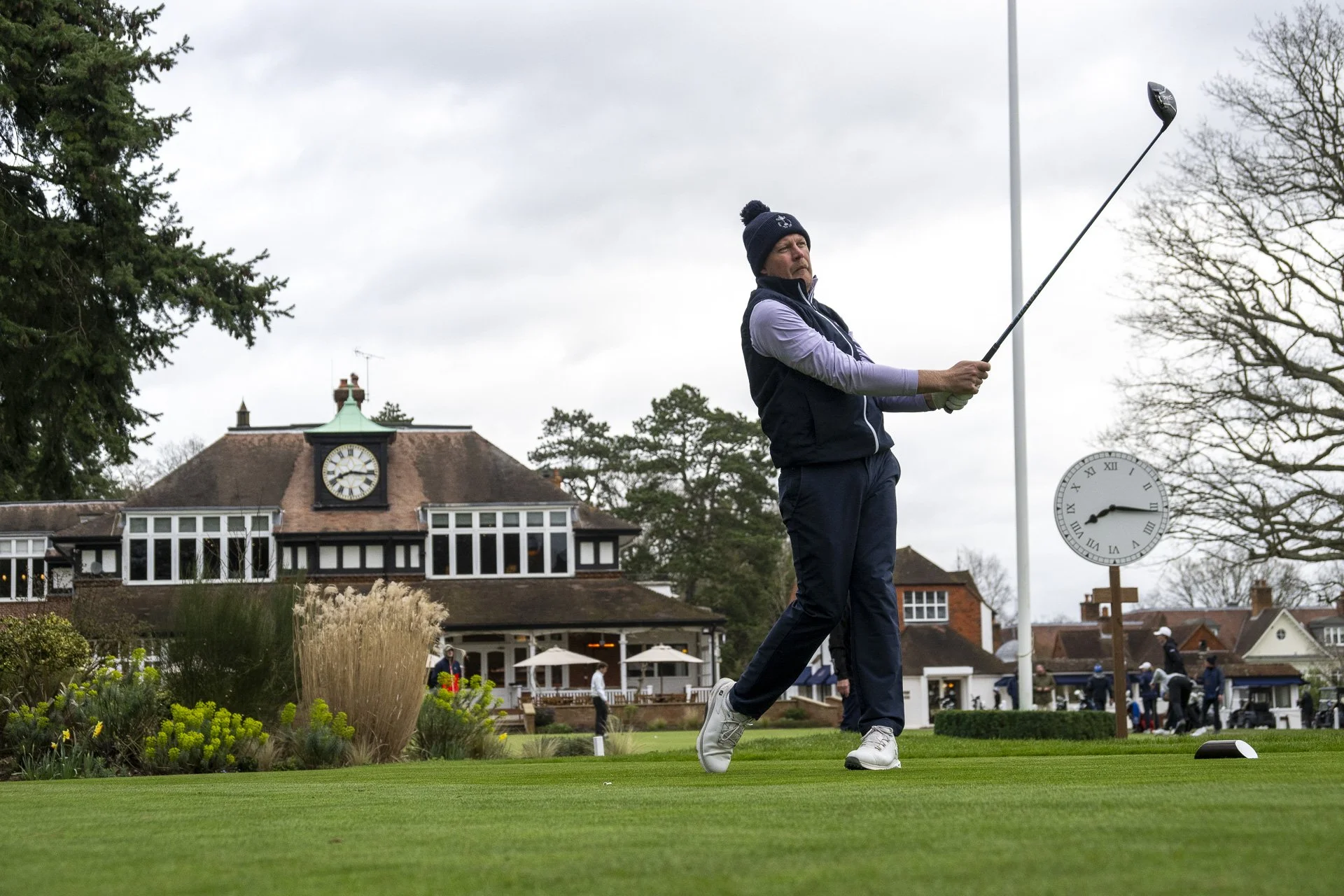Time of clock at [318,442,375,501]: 8:16
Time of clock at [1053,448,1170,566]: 8:16
